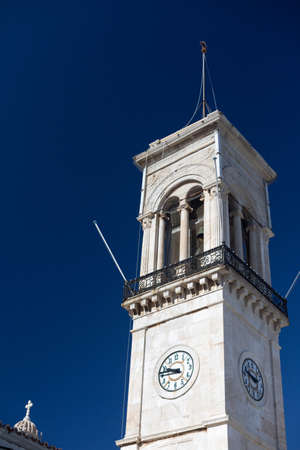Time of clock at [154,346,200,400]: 9:45
